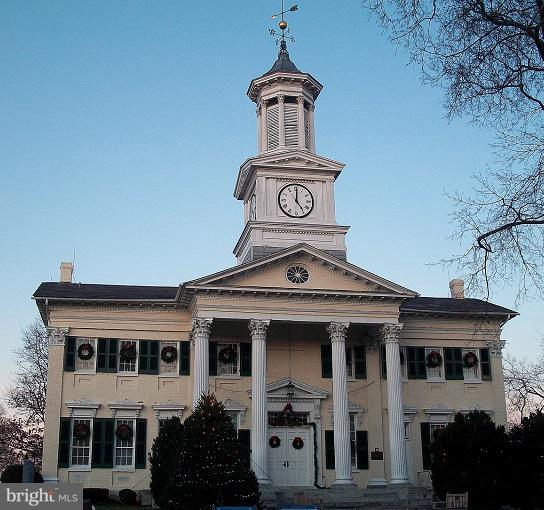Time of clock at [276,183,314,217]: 5:00
